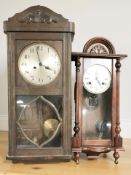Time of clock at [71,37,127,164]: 3:58
